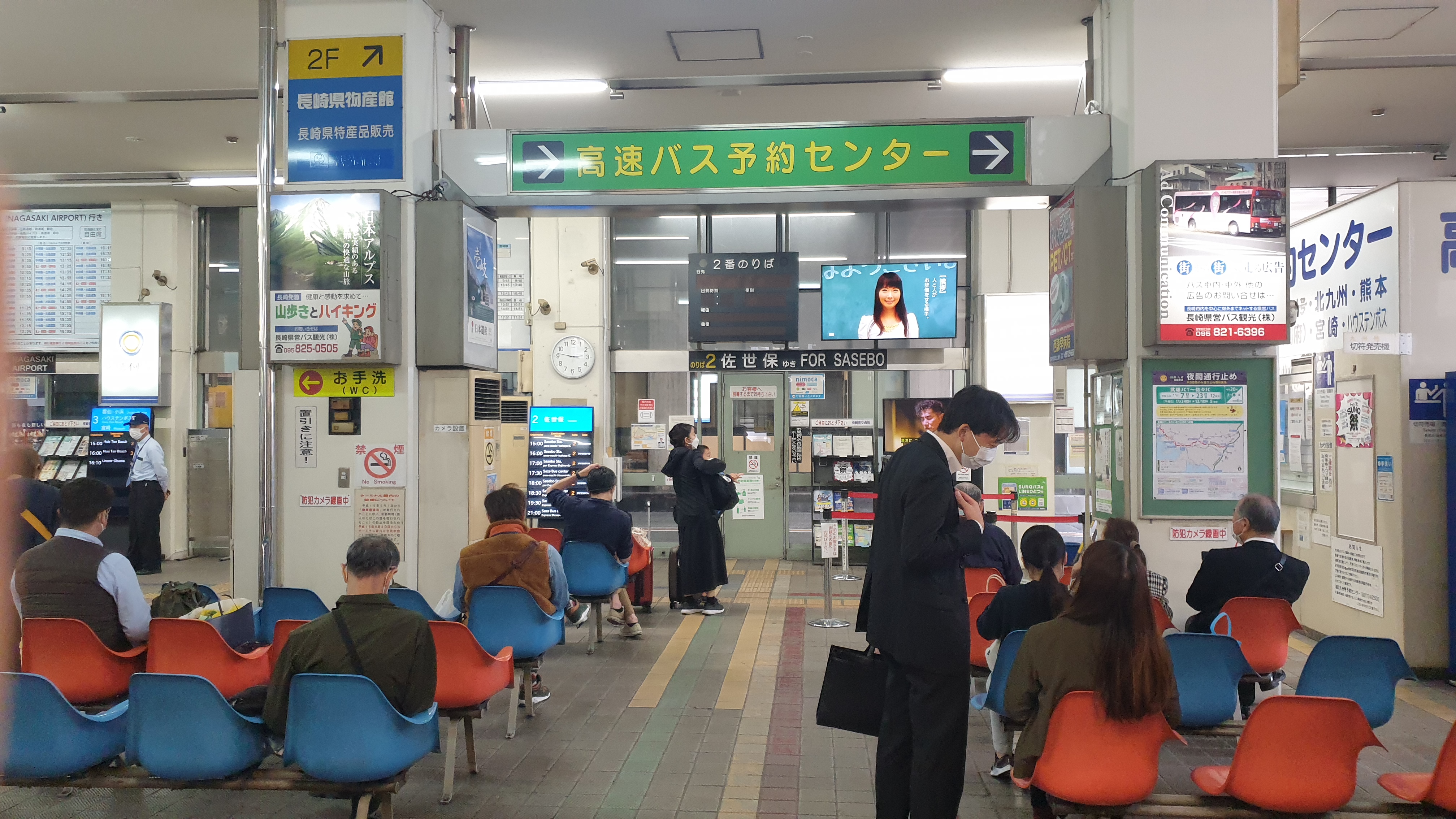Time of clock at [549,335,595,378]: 2:46
